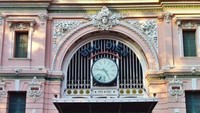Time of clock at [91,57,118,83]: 4:46
